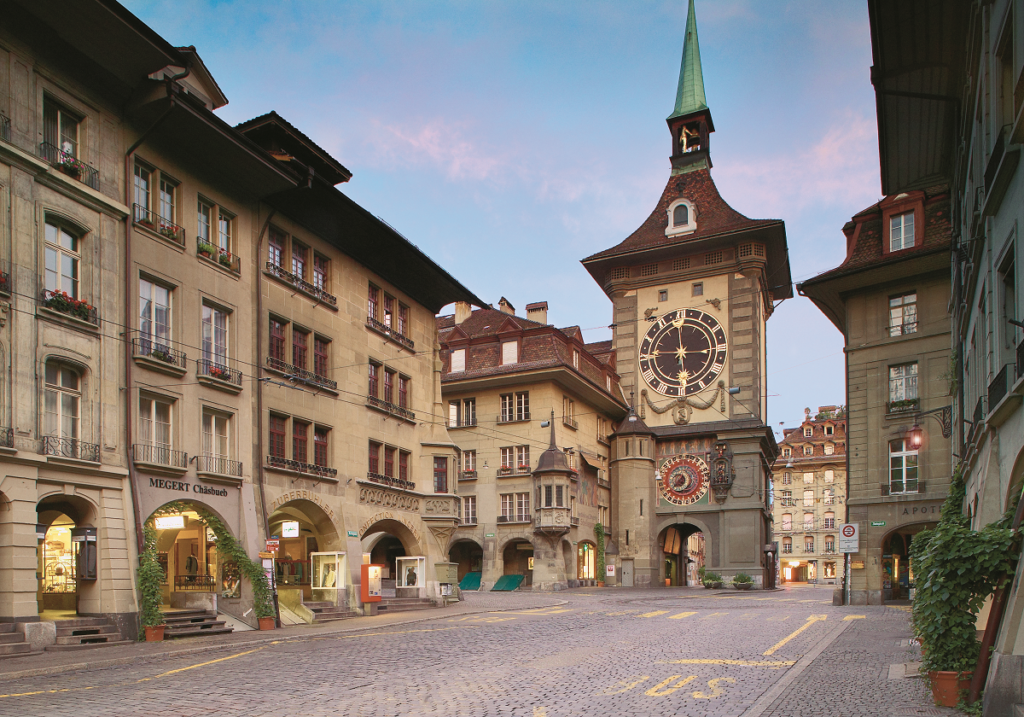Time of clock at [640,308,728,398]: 5:45
